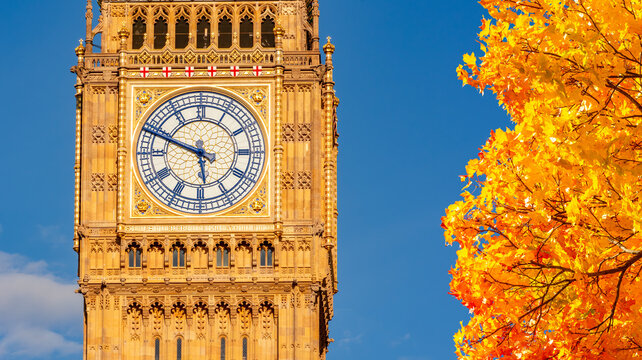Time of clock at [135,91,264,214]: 5:48
